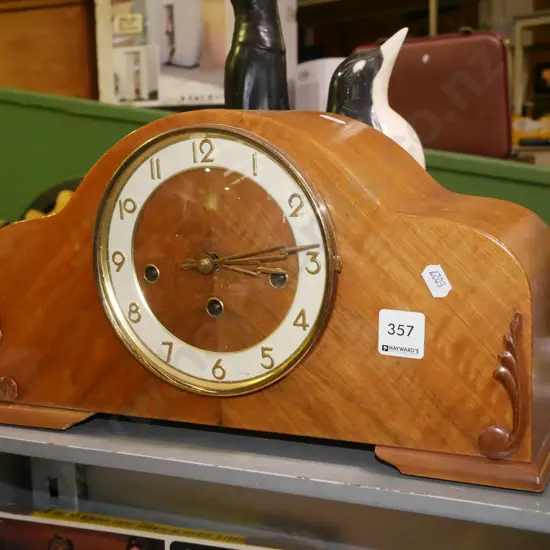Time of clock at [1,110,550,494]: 3:13
